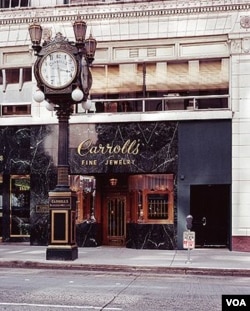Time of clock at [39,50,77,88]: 3:29
